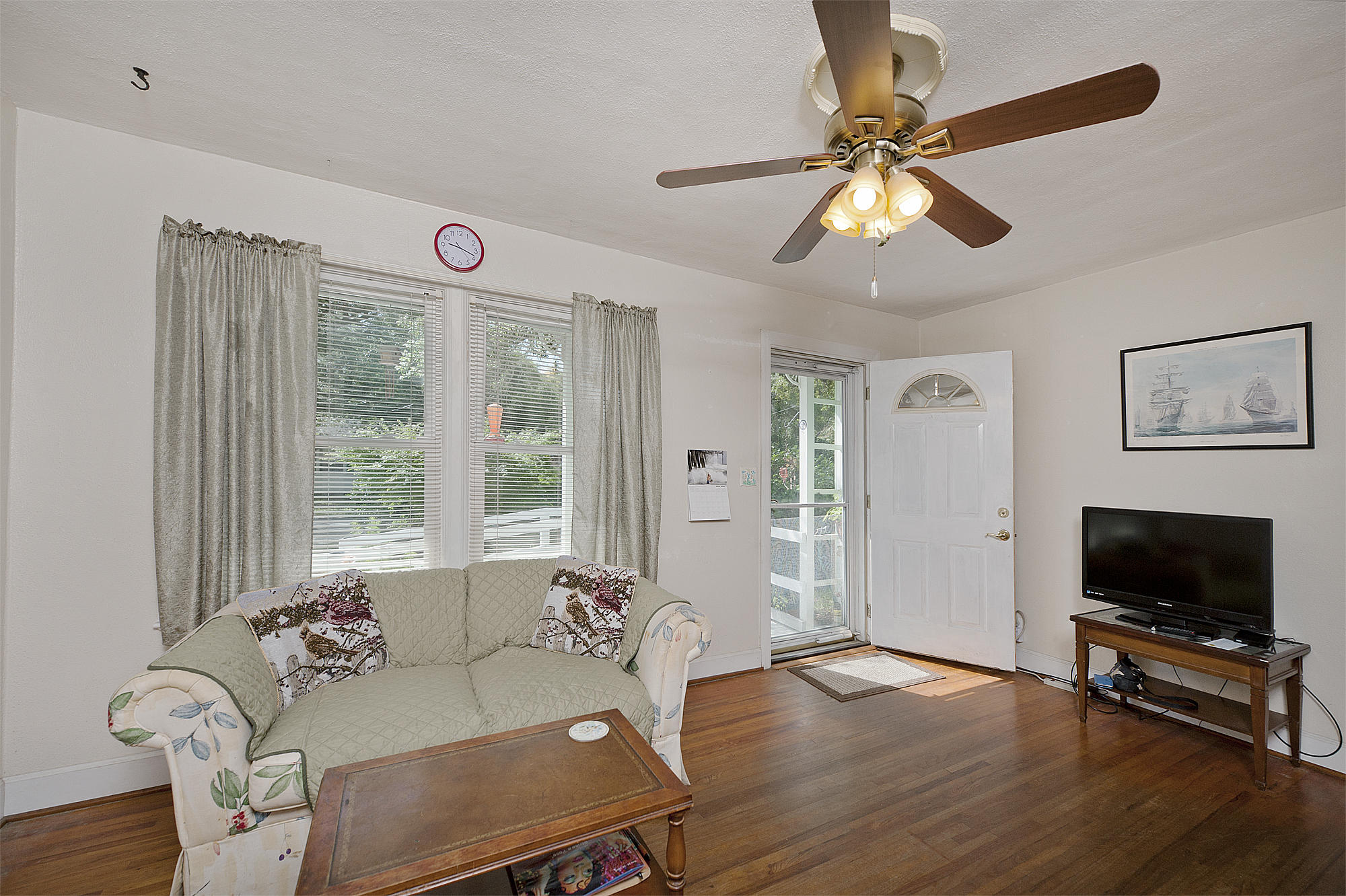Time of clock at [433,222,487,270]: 9:18
